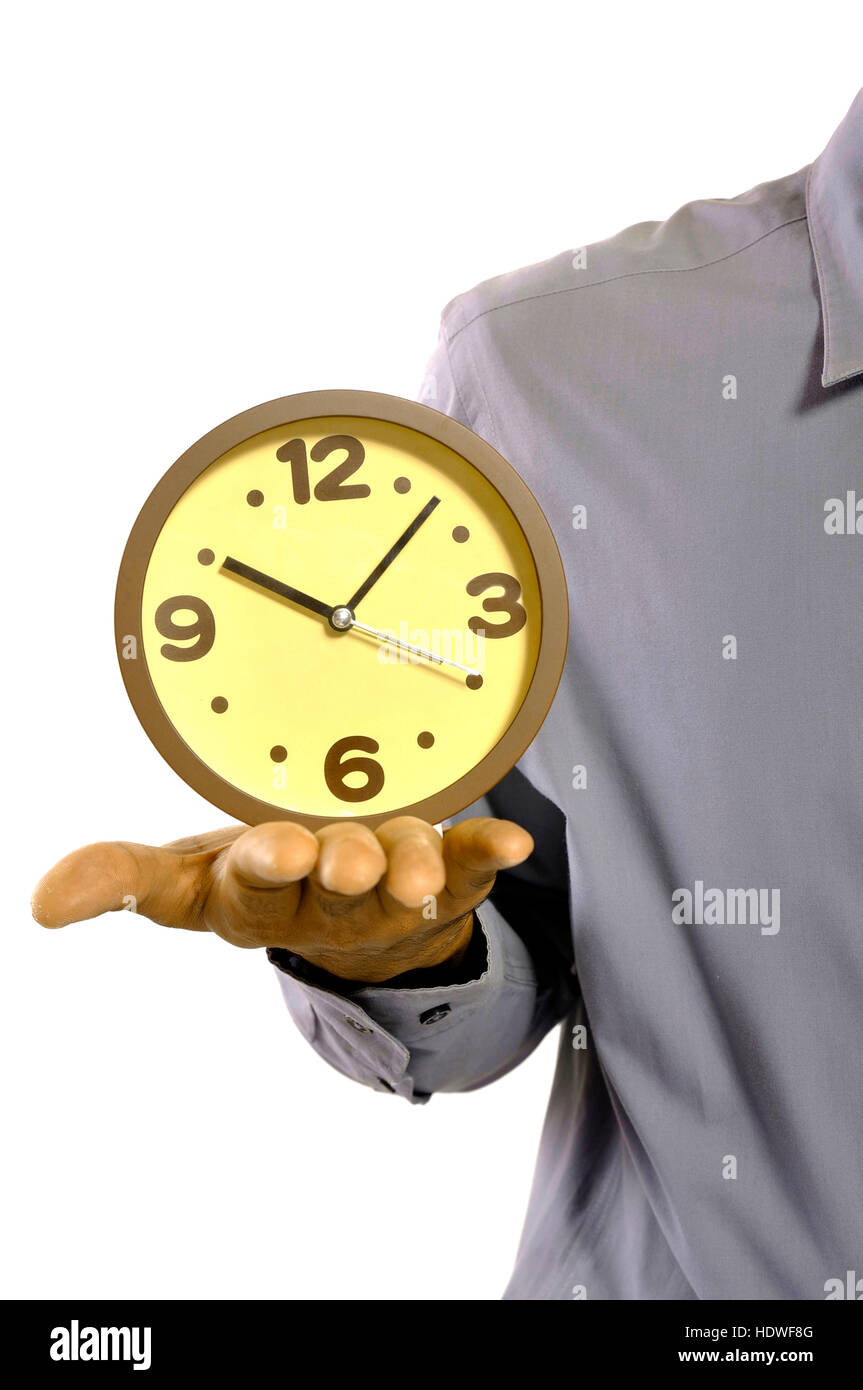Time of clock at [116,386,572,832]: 10:07
